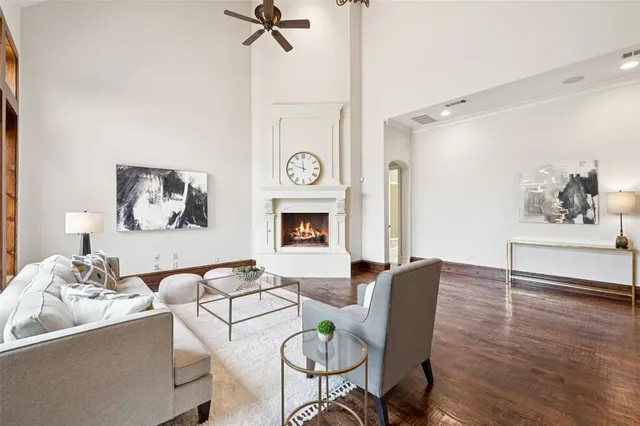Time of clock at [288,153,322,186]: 11:48
